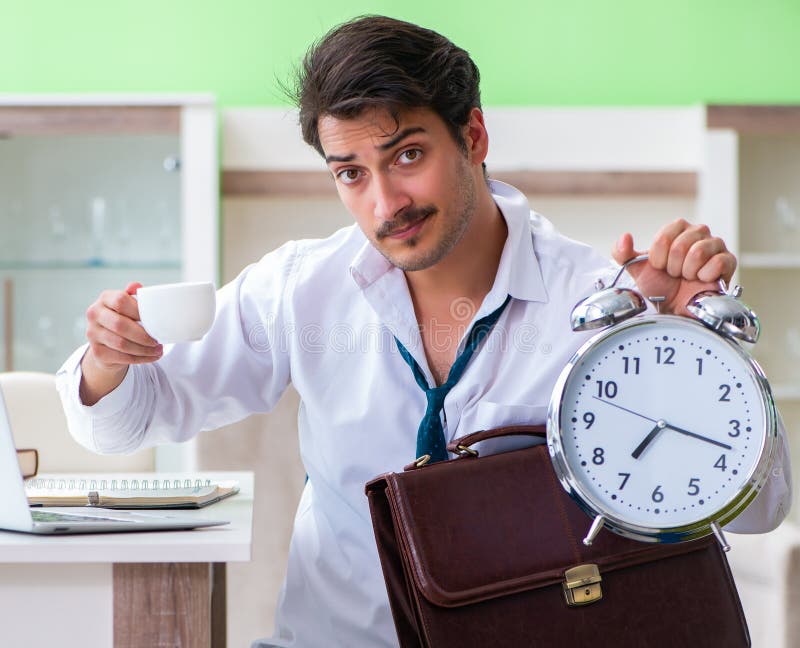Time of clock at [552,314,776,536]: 7:17
